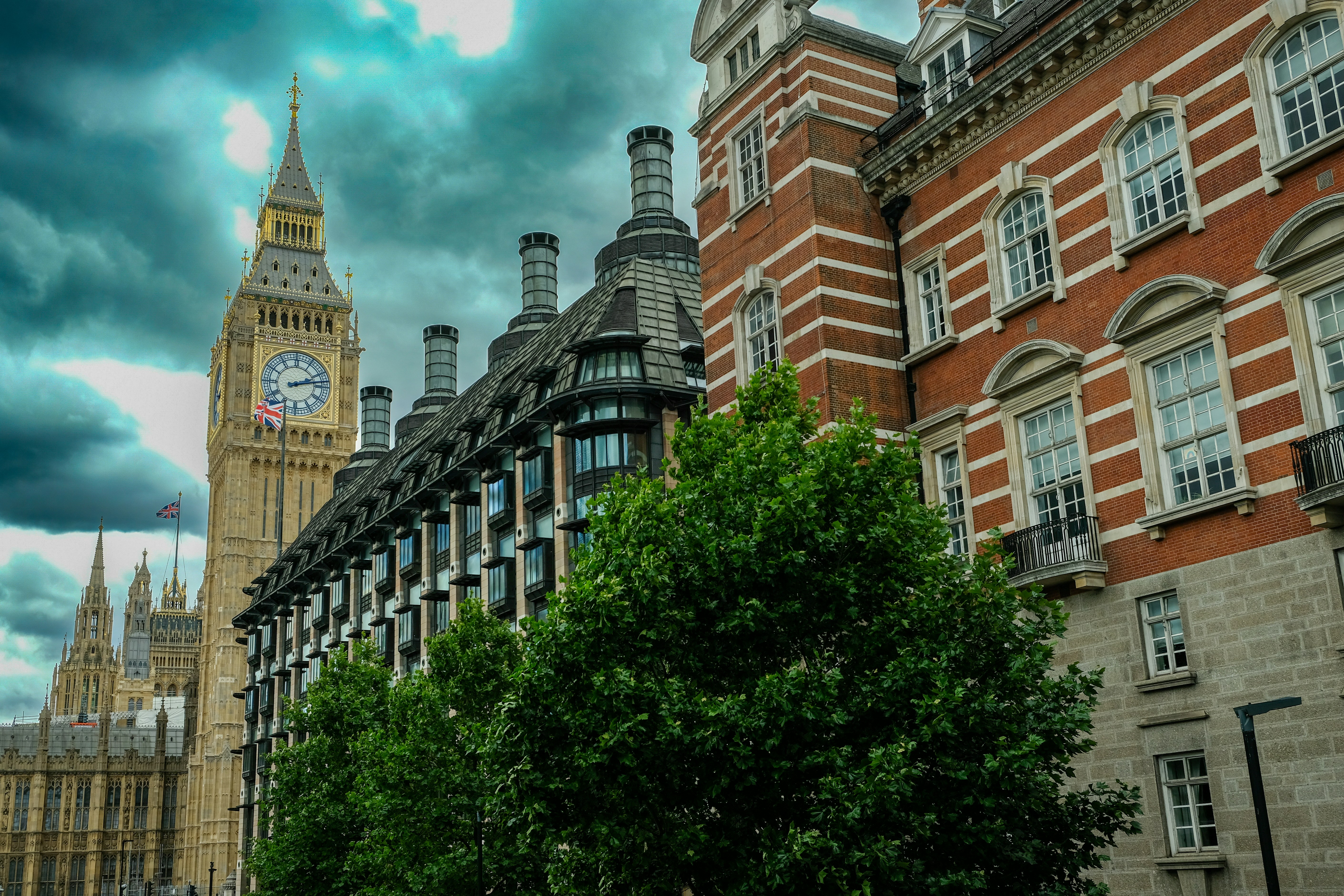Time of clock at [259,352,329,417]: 2:12
